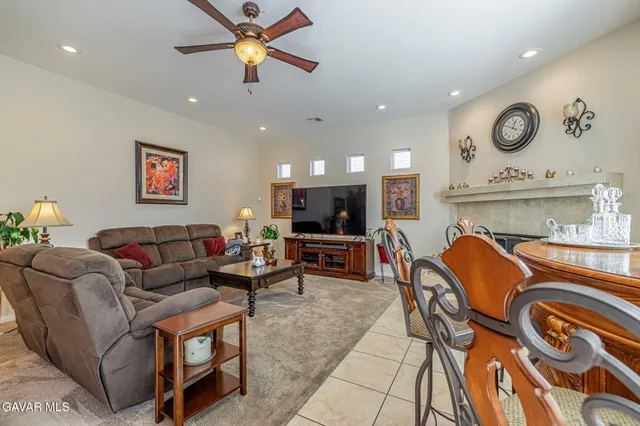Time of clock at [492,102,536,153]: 12:49
